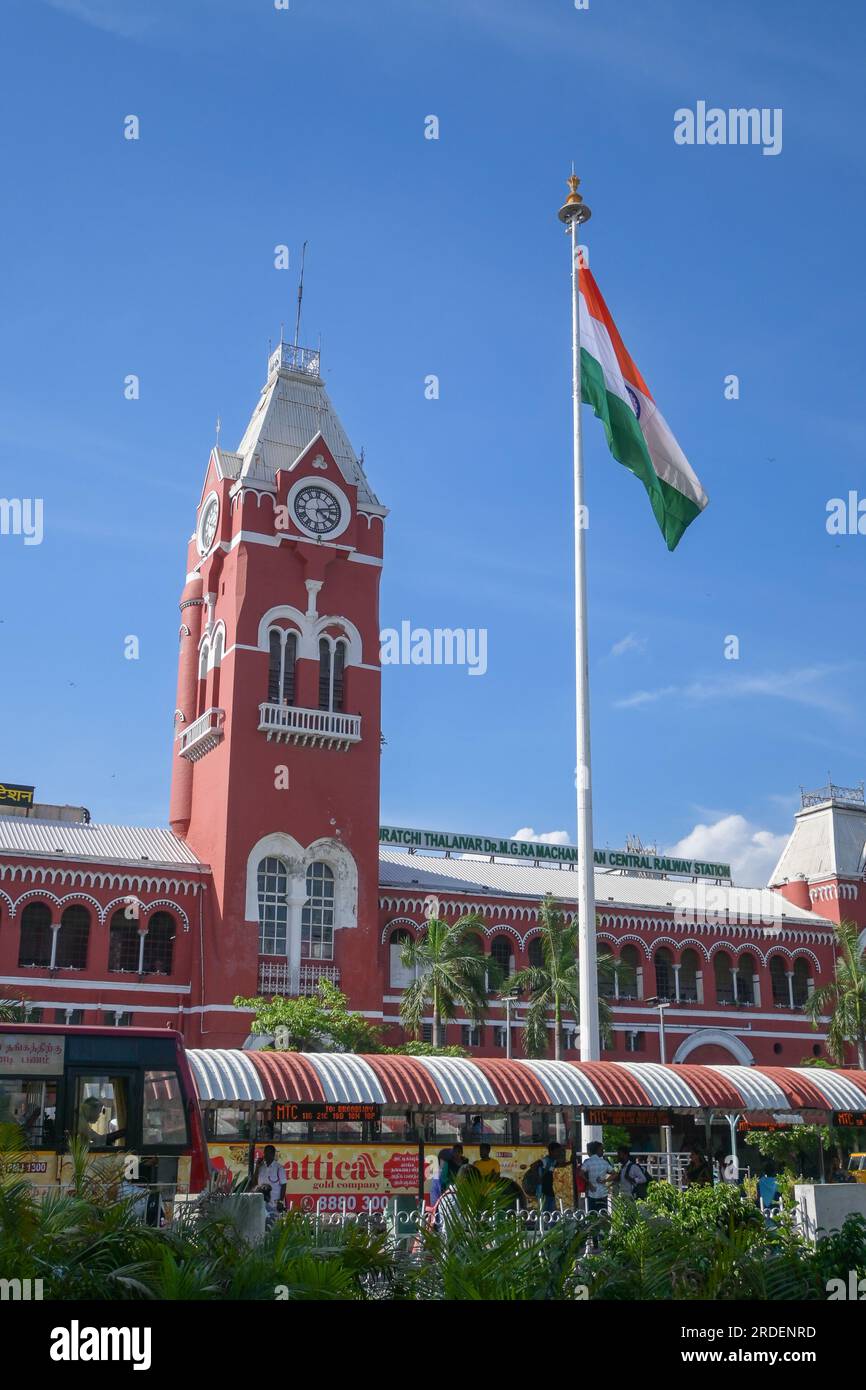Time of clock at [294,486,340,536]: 4:12
